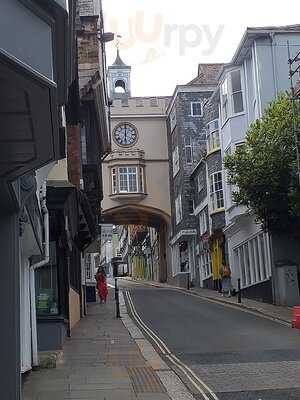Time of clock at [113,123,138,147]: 6:00
